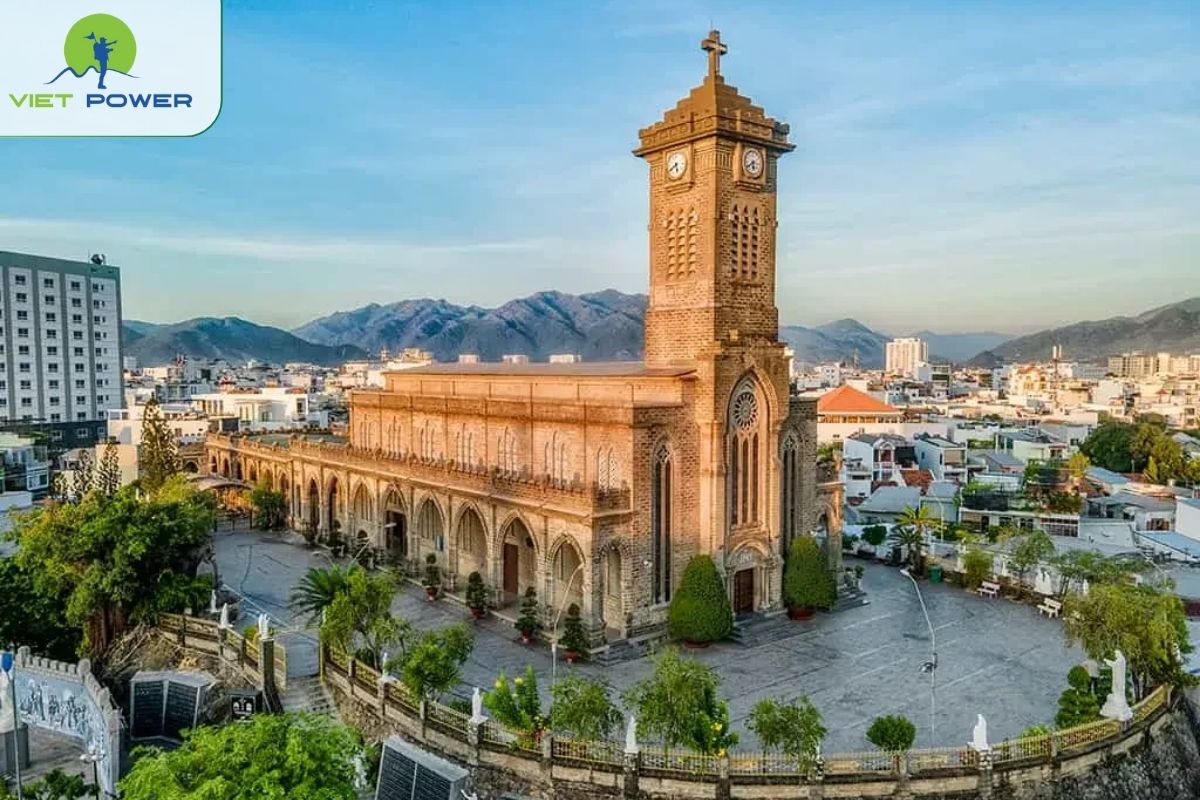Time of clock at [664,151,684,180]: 5:38
